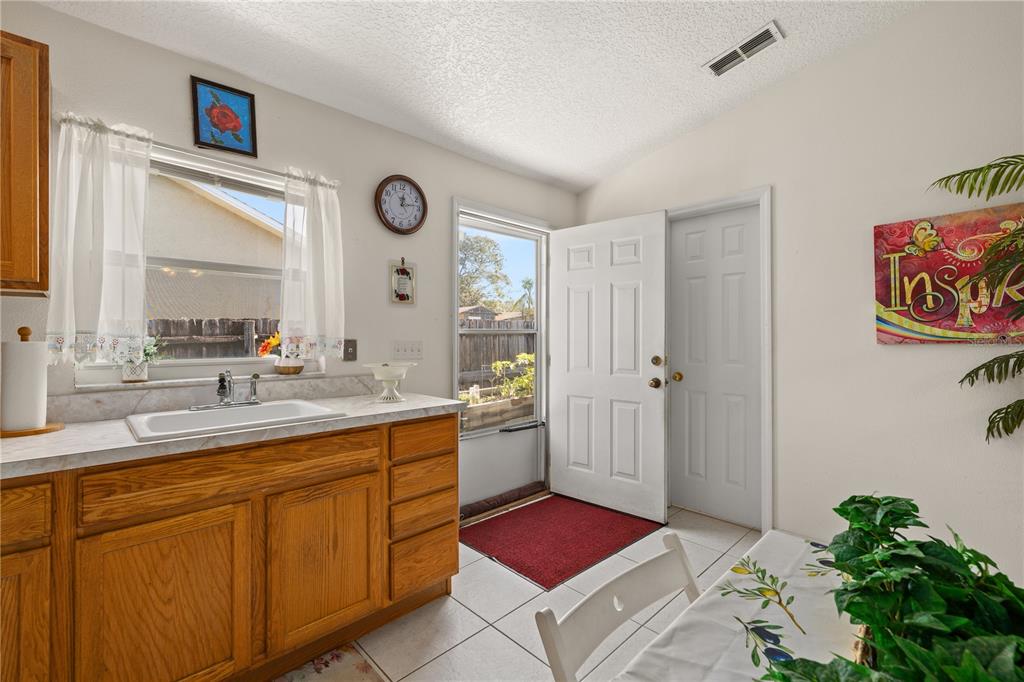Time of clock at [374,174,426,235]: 12:13
